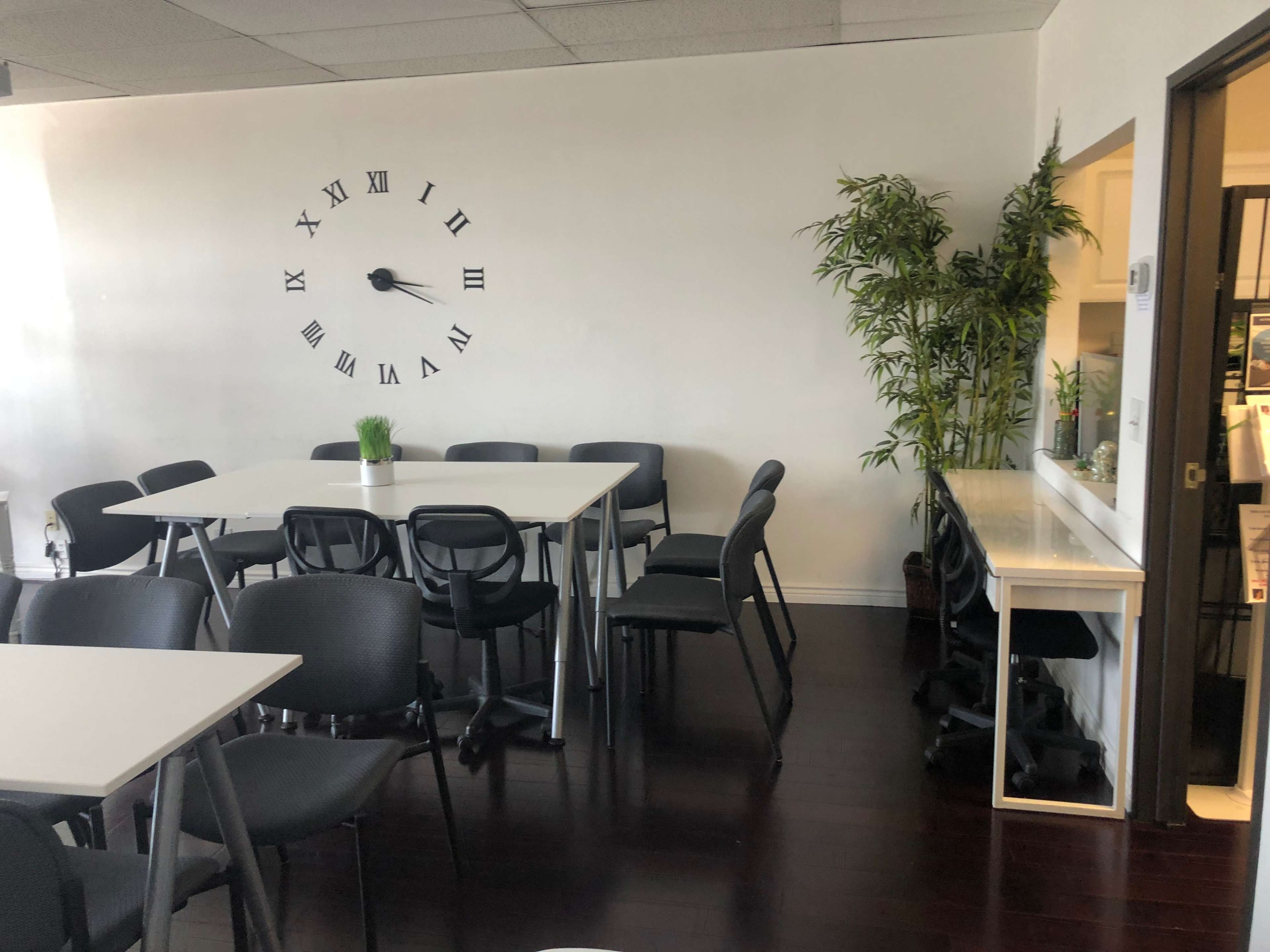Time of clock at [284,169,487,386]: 3:18
